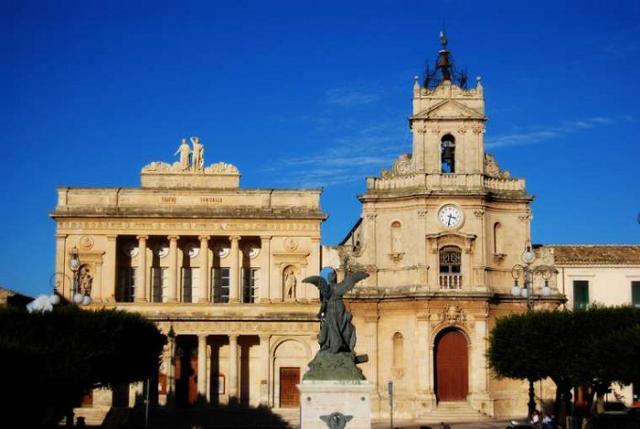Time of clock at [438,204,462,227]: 3:32
